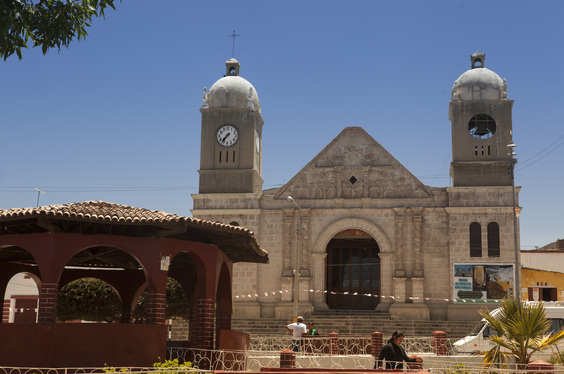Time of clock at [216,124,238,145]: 7:36
